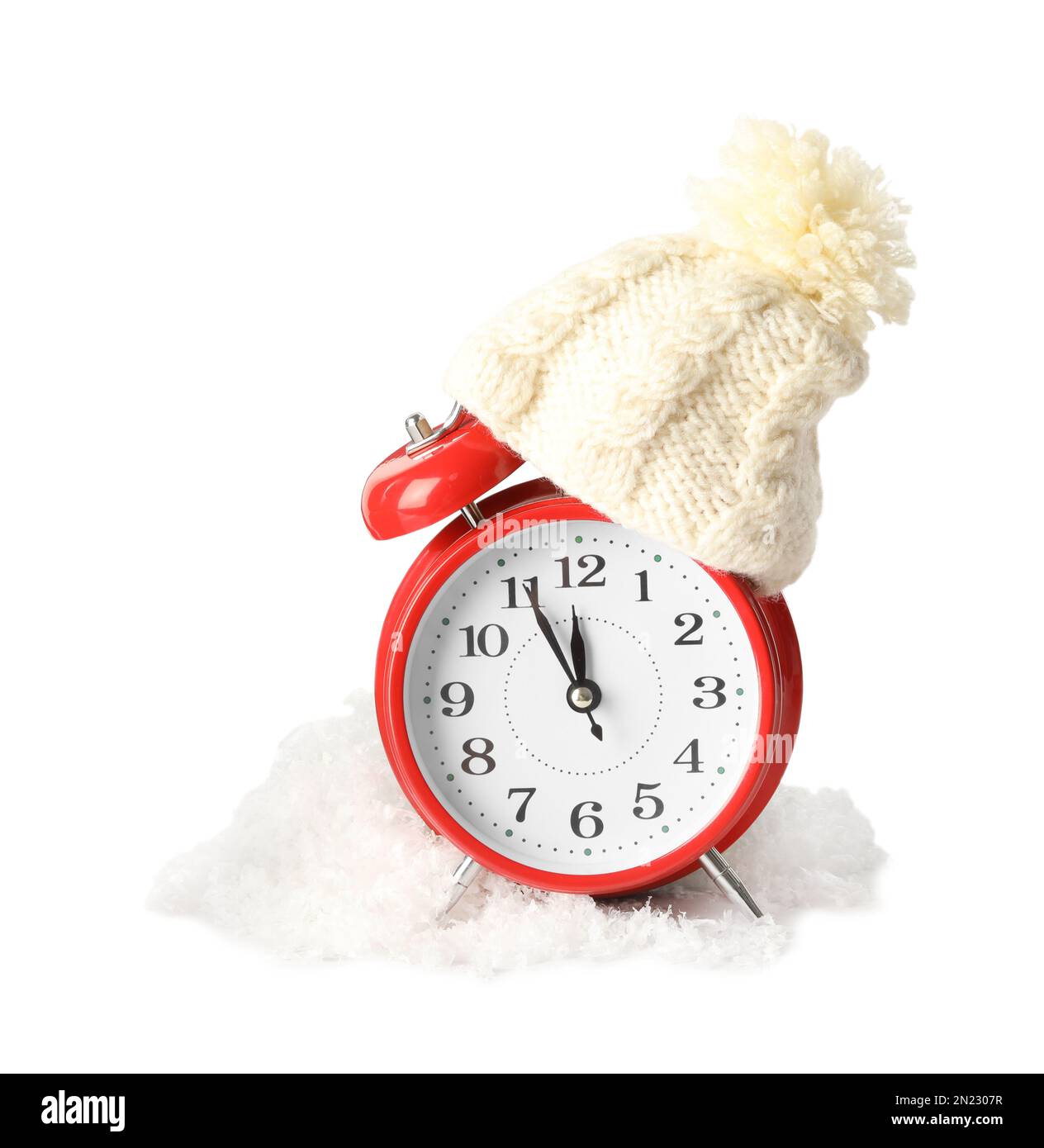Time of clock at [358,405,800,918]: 11:55
